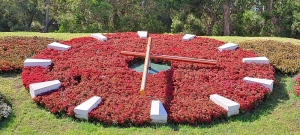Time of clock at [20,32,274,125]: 6:00
